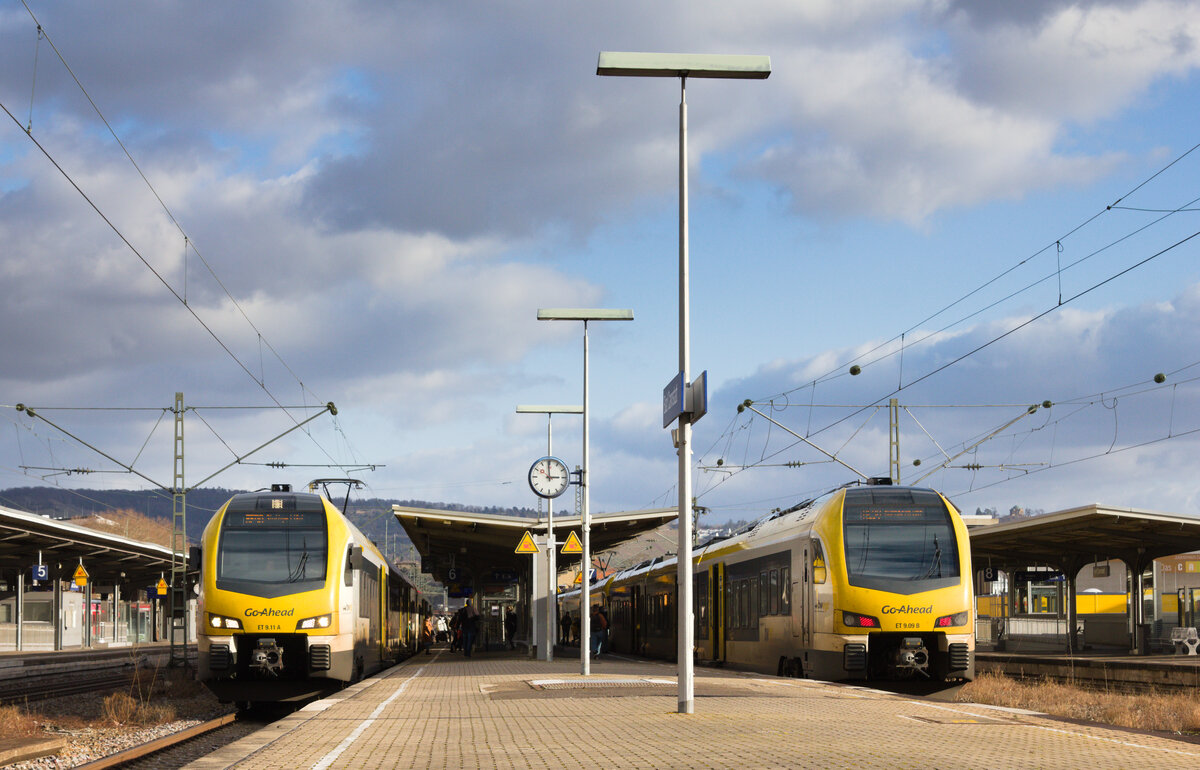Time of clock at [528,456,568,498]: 2:59
